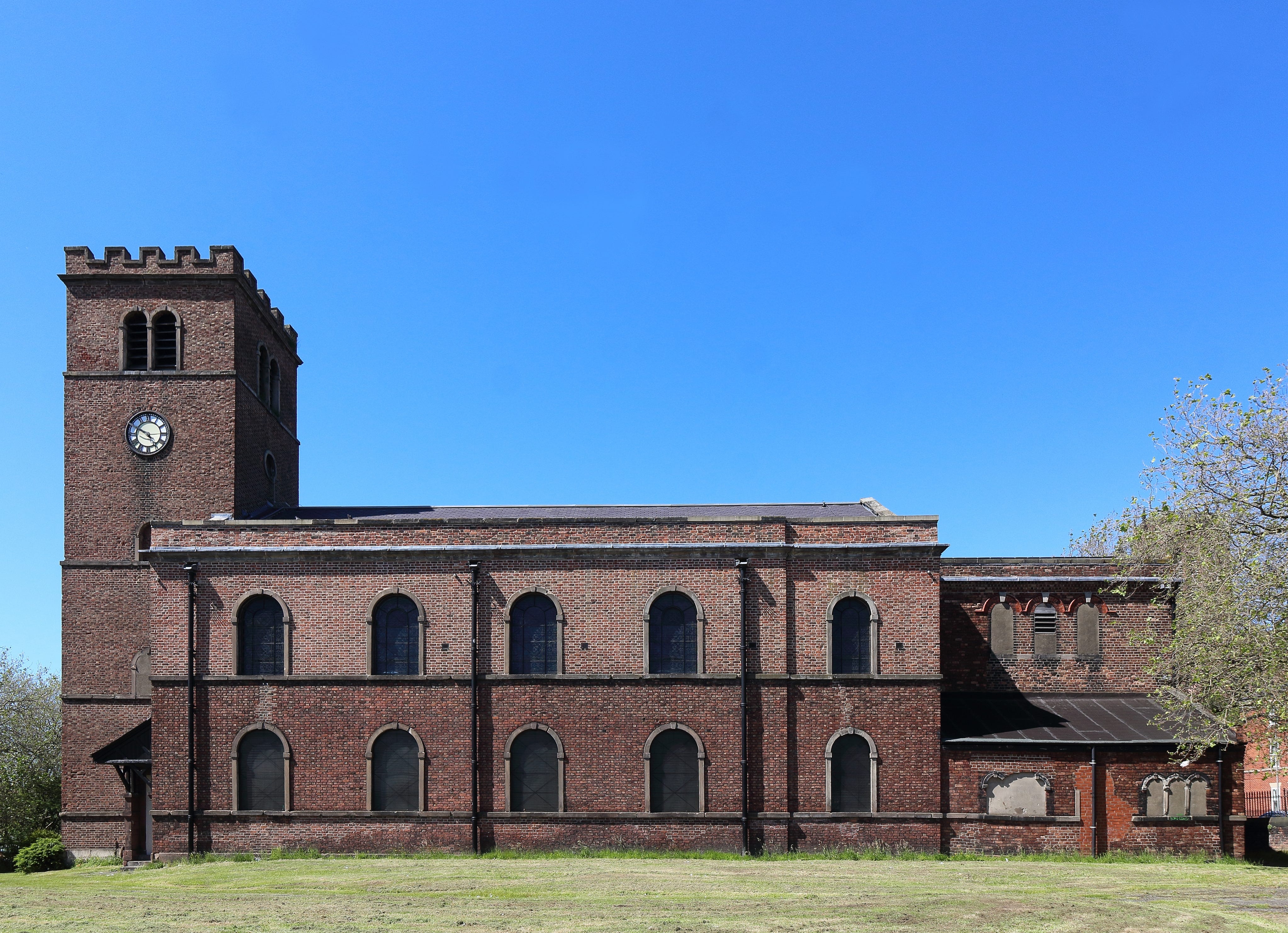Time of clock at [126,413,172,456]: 4:49
